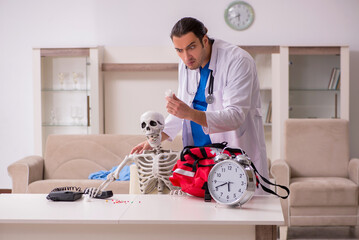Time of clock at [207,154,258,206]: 5:41
